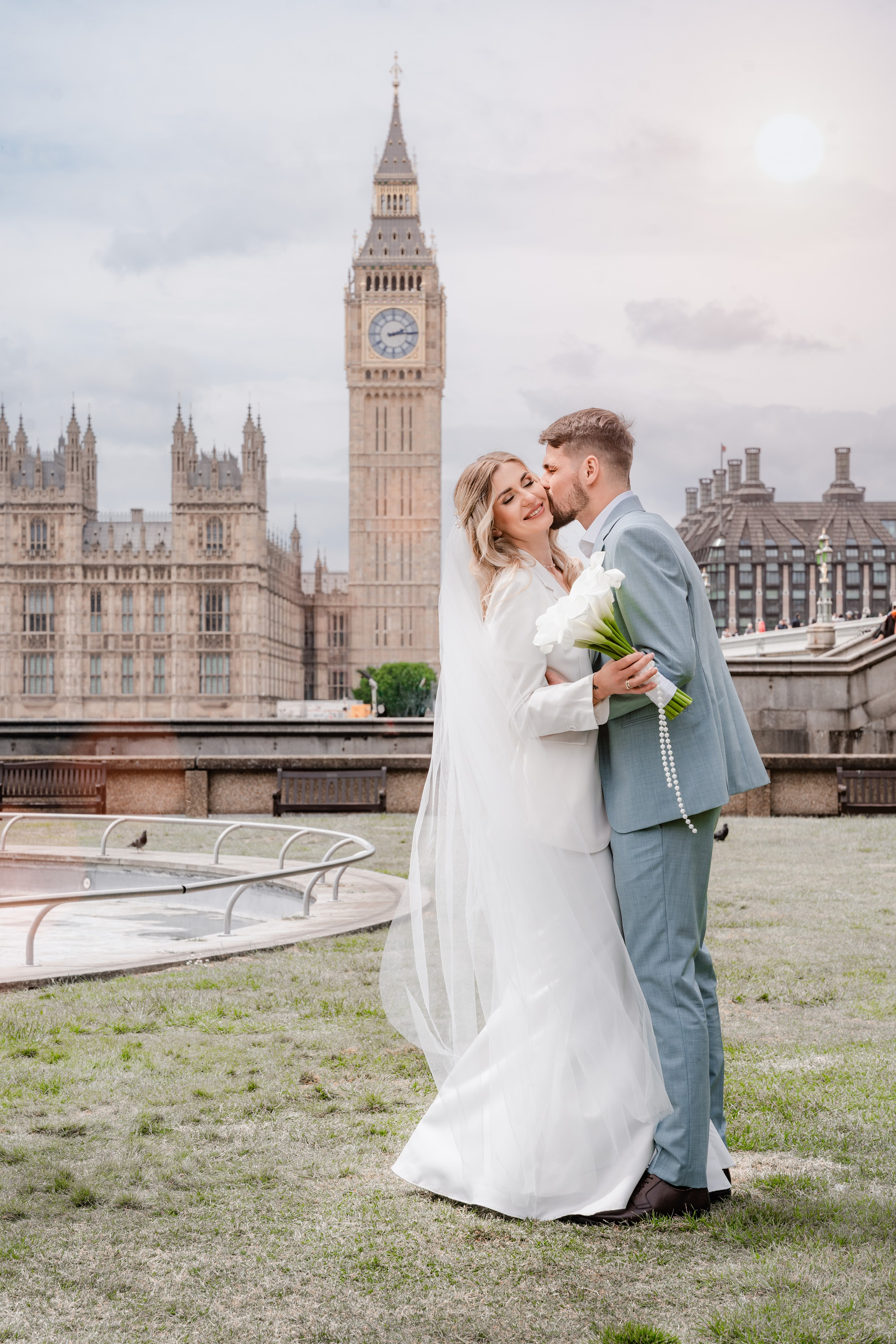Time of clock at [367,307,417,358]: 2:14
